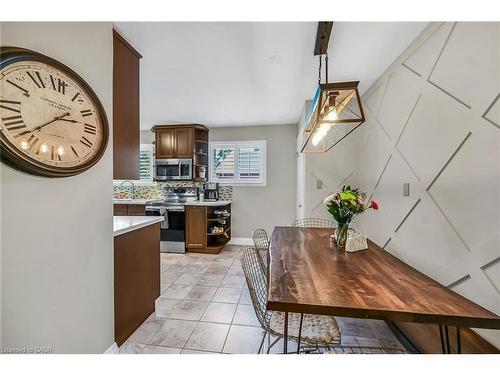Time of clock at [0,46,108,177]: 2:38
